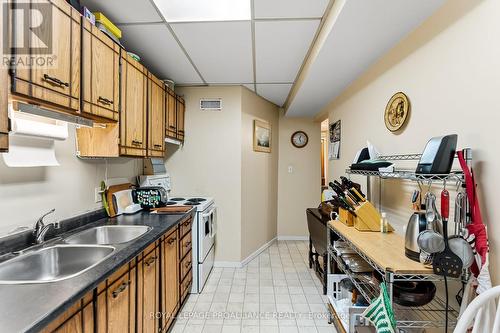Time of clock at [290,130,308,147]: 12:26
